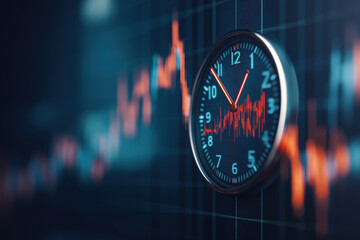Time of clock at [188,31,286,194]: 12:53
